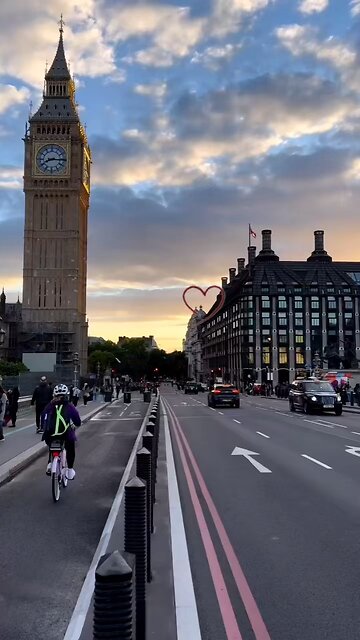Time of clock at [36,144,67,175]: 8:15
